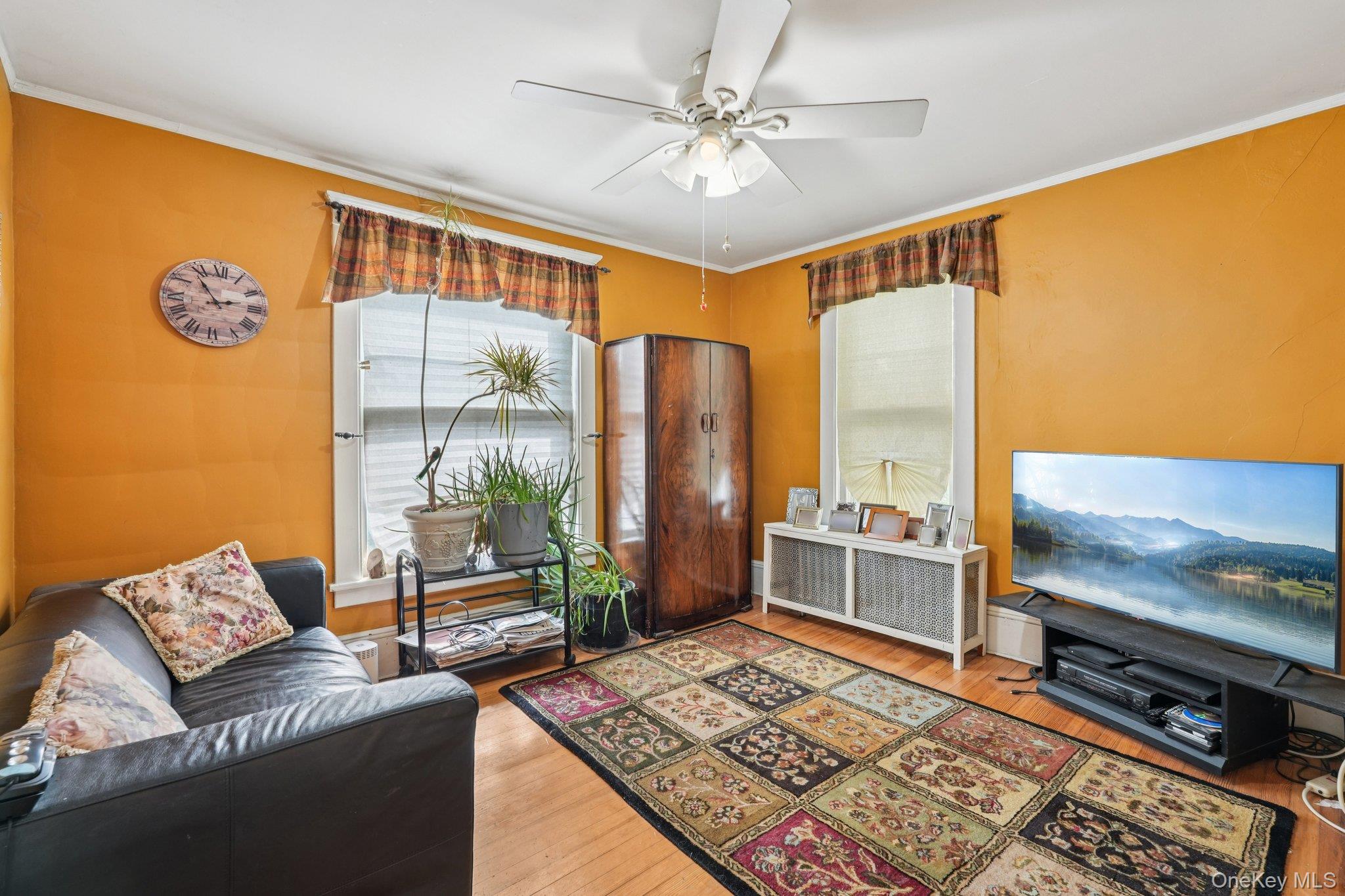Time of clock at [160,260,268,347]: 2:53
